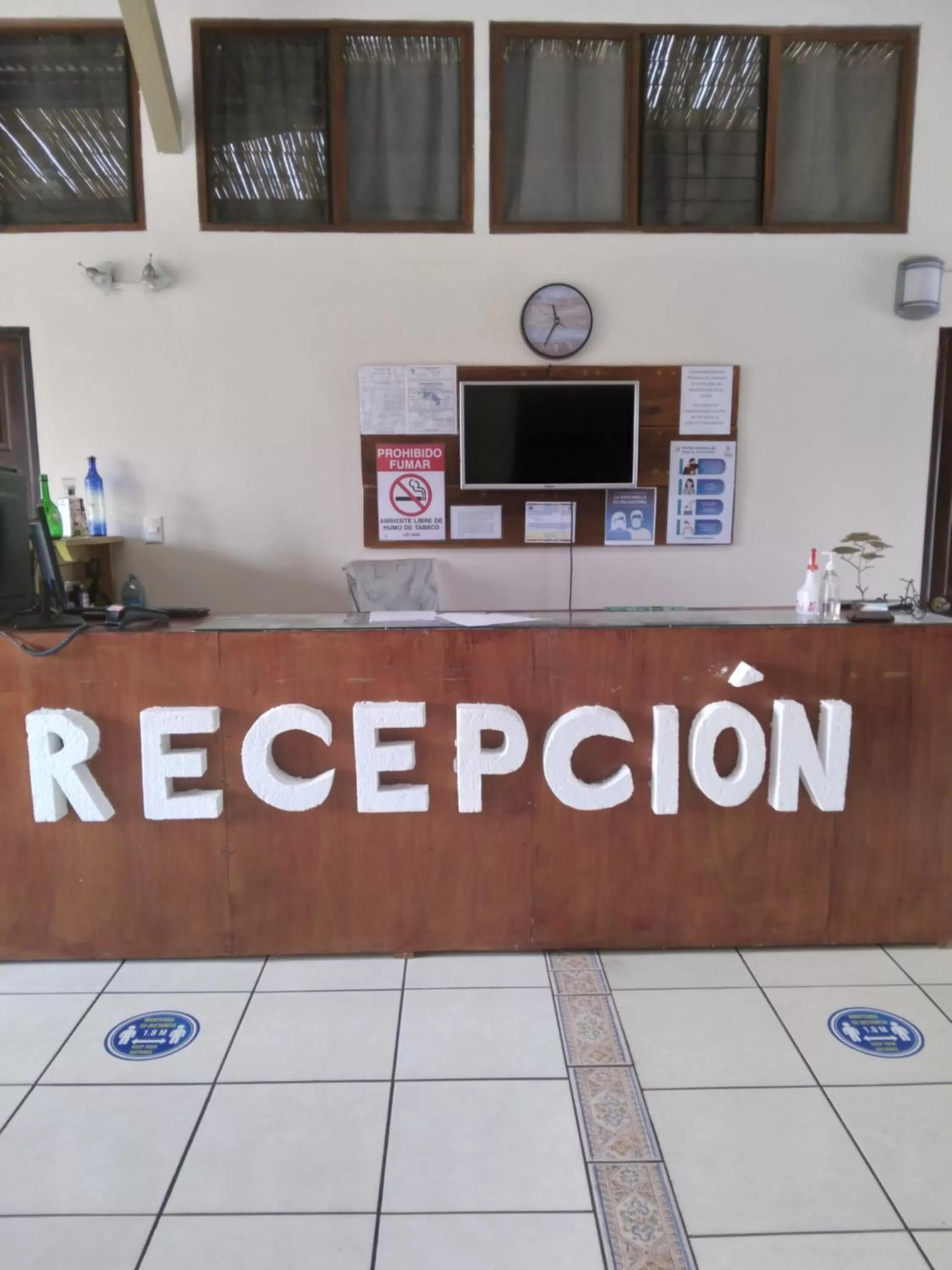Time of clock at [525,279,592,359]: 11:35
